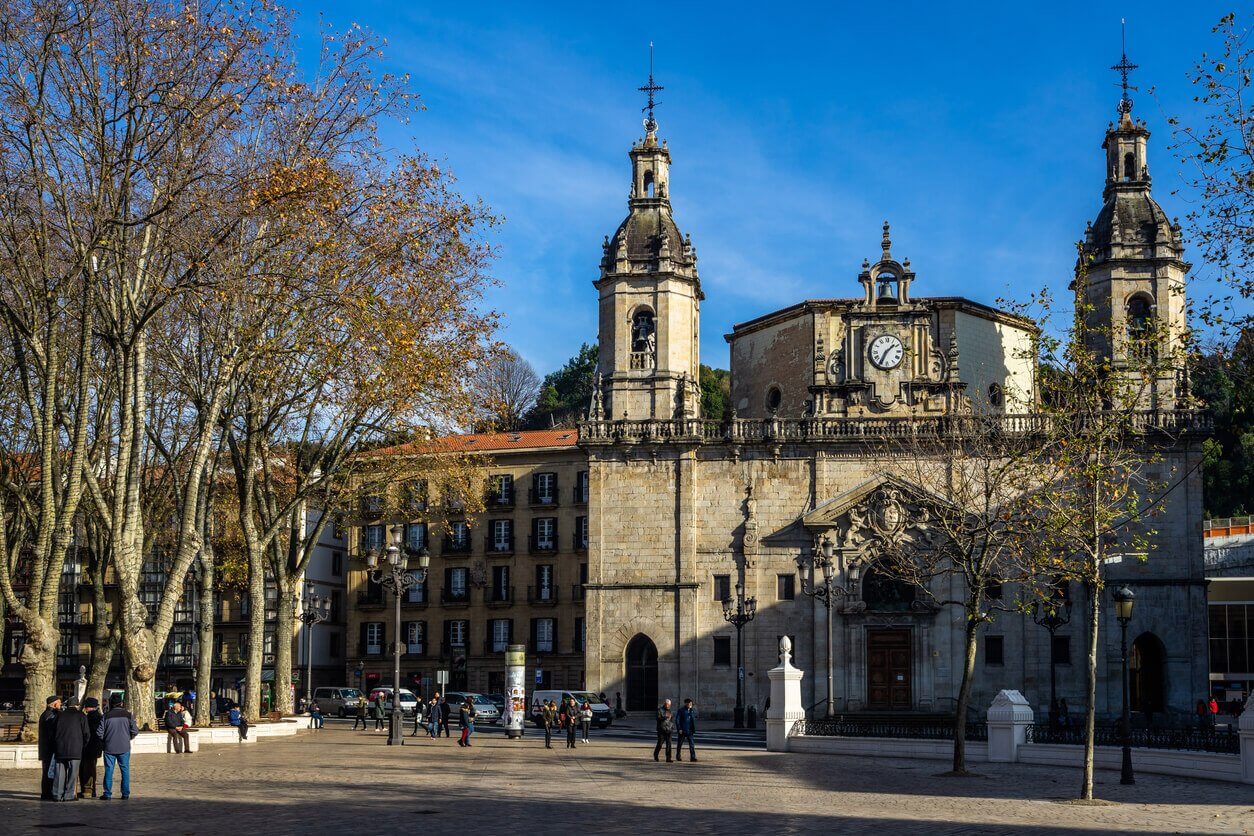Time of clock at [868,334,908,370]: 1:34
